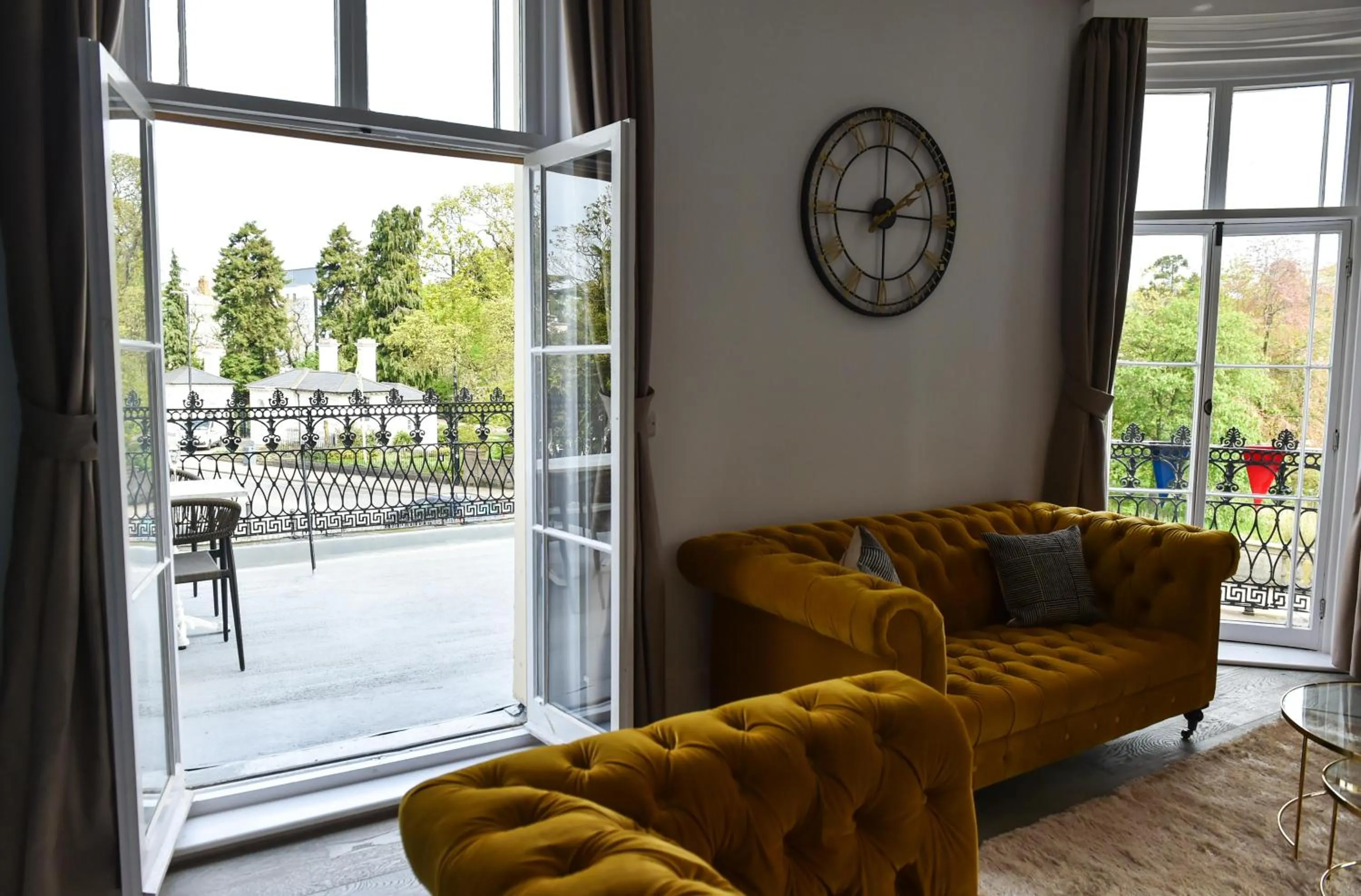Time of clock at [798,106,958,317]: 2:00
